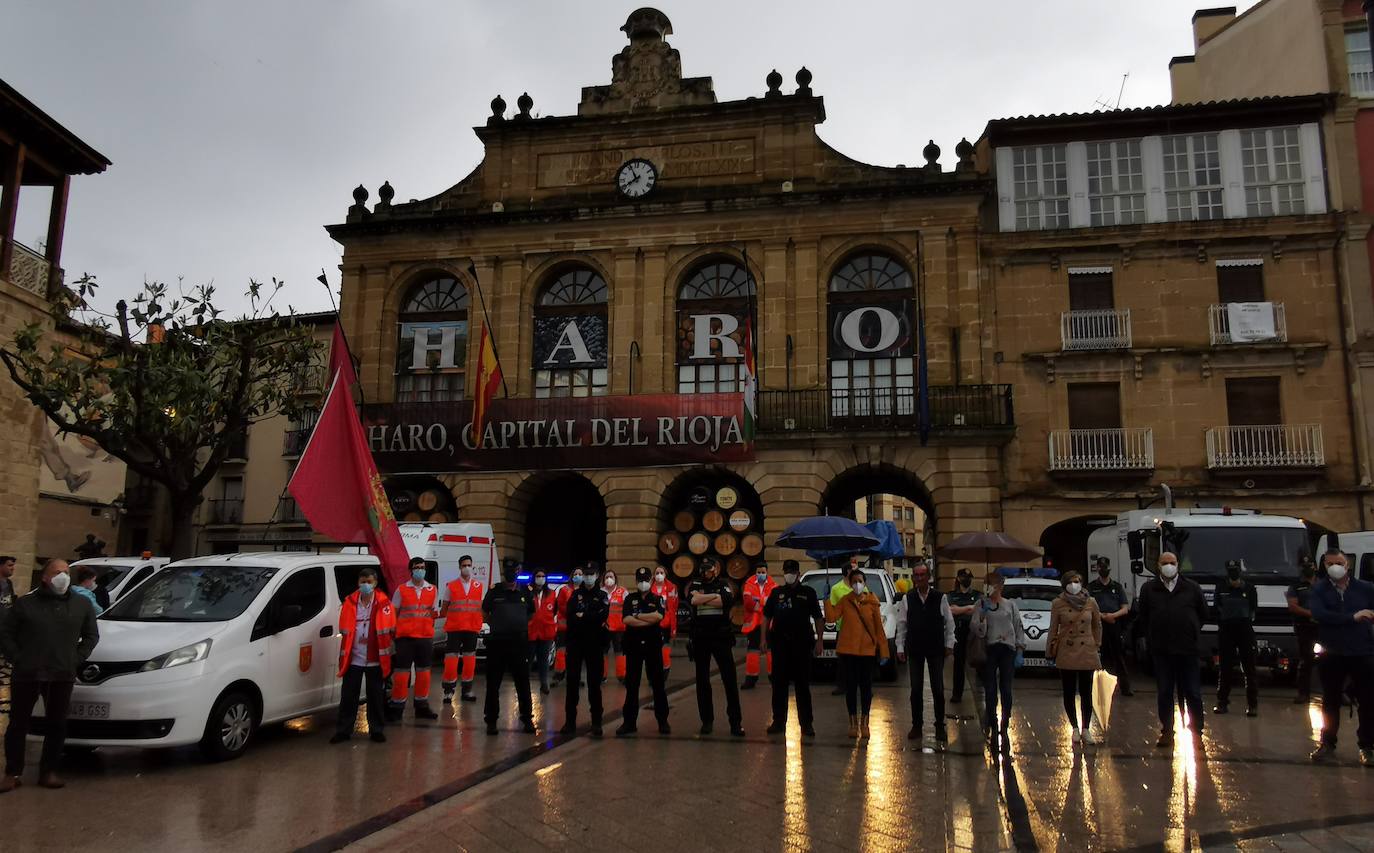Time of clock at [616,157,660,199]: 7:55
